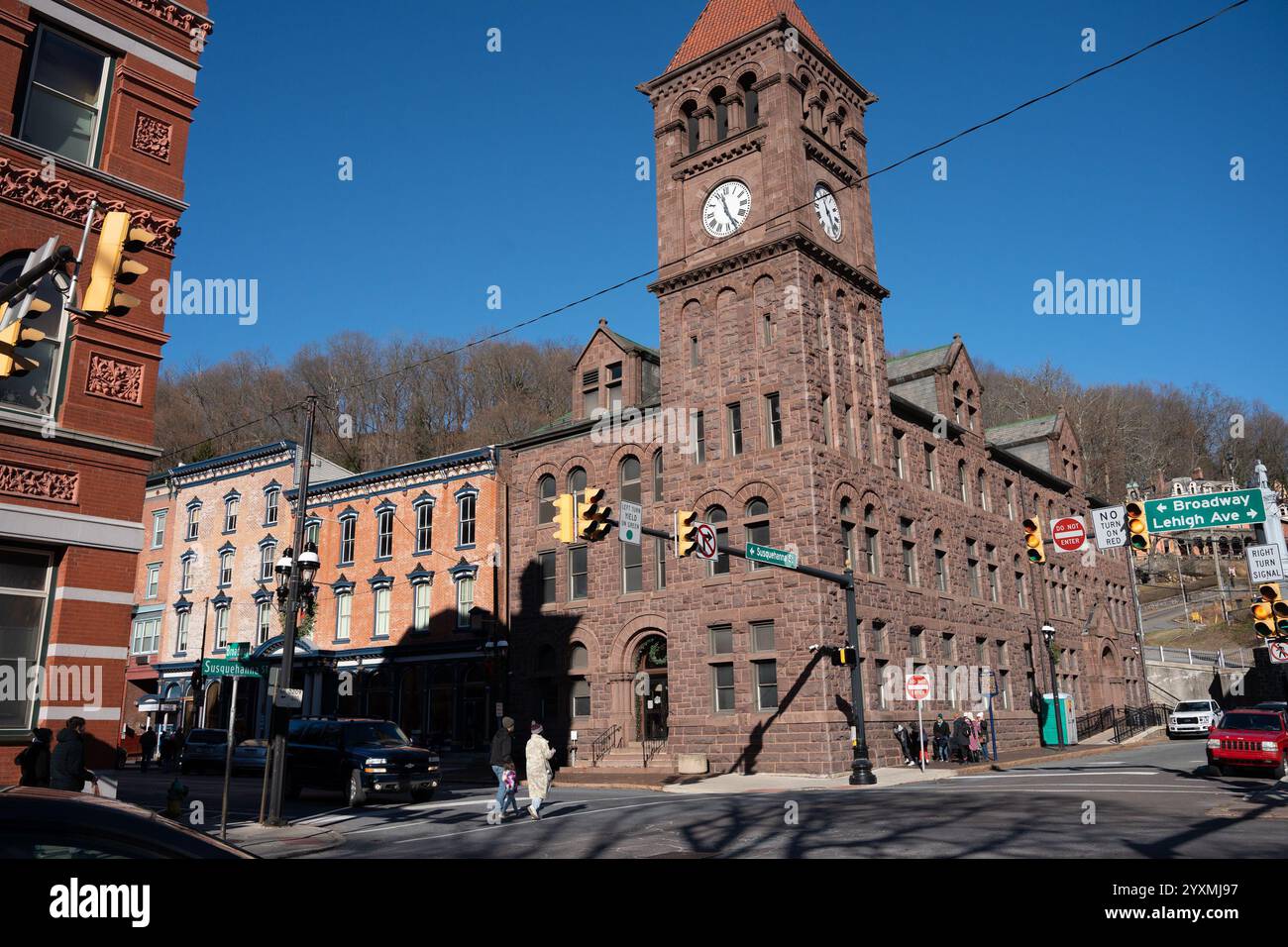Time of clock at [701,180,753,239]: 11:25
